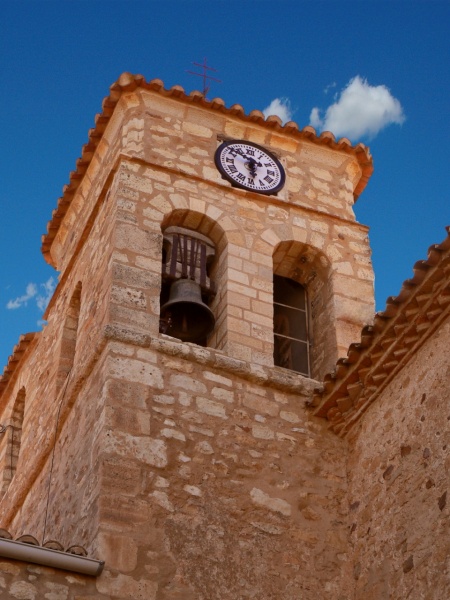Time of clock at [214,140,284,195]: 5:51
